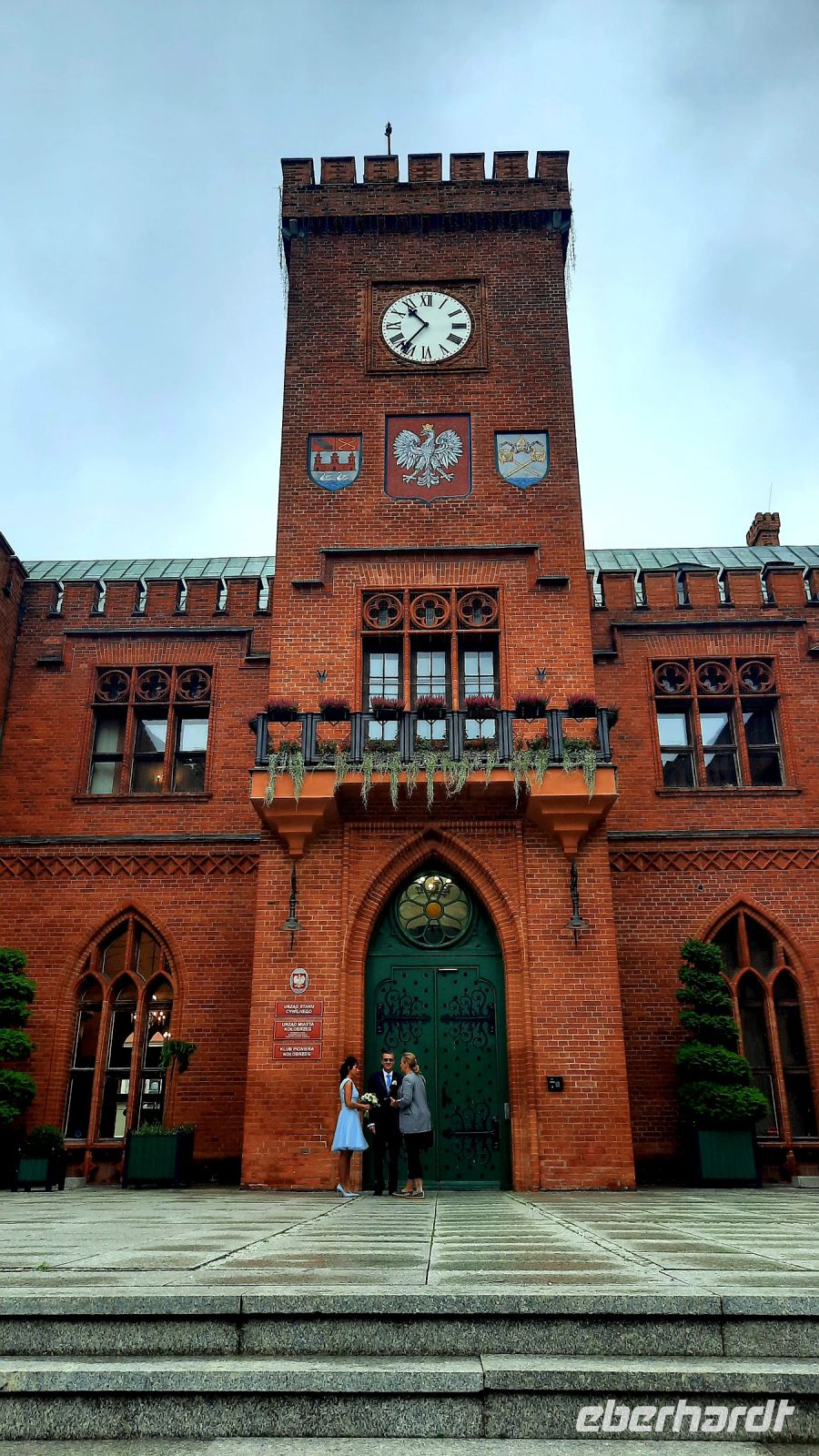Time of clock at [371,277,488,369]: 10:36
